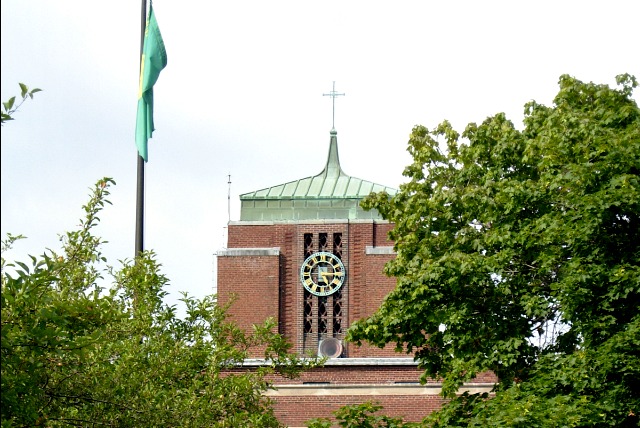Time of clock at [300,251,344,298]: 5:15
